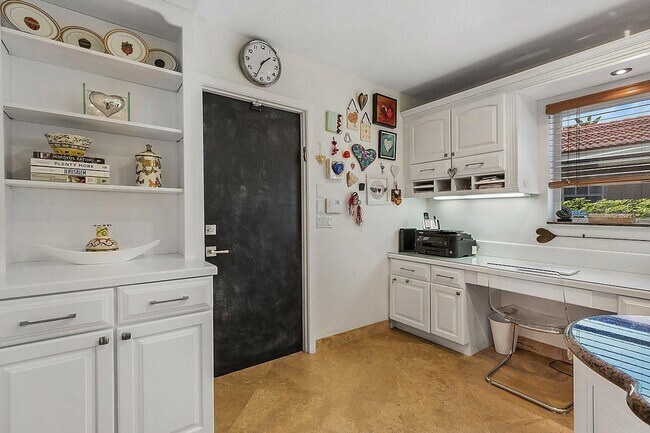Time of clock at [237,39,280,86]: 1:34
